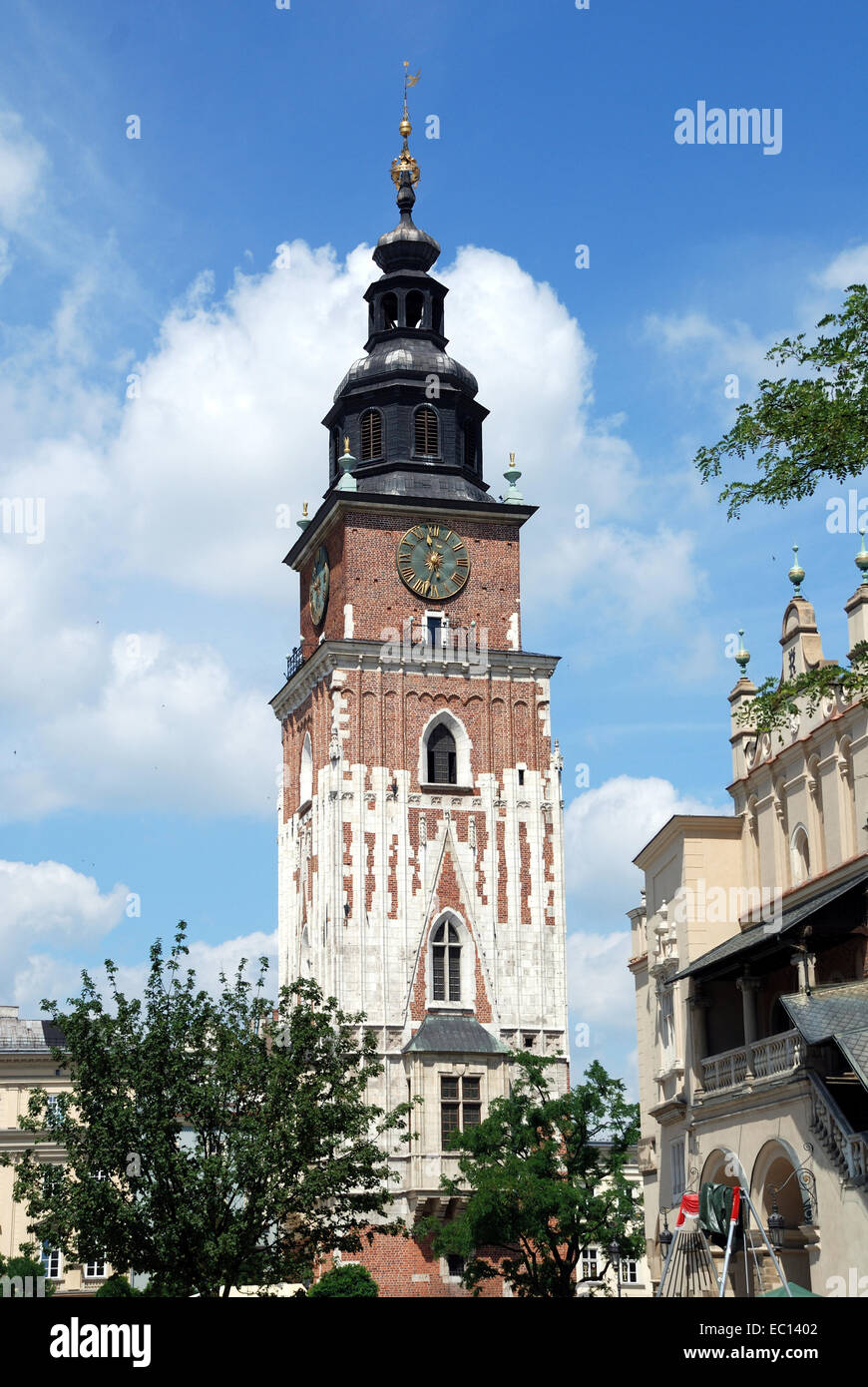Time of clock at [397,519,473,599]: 11:32
